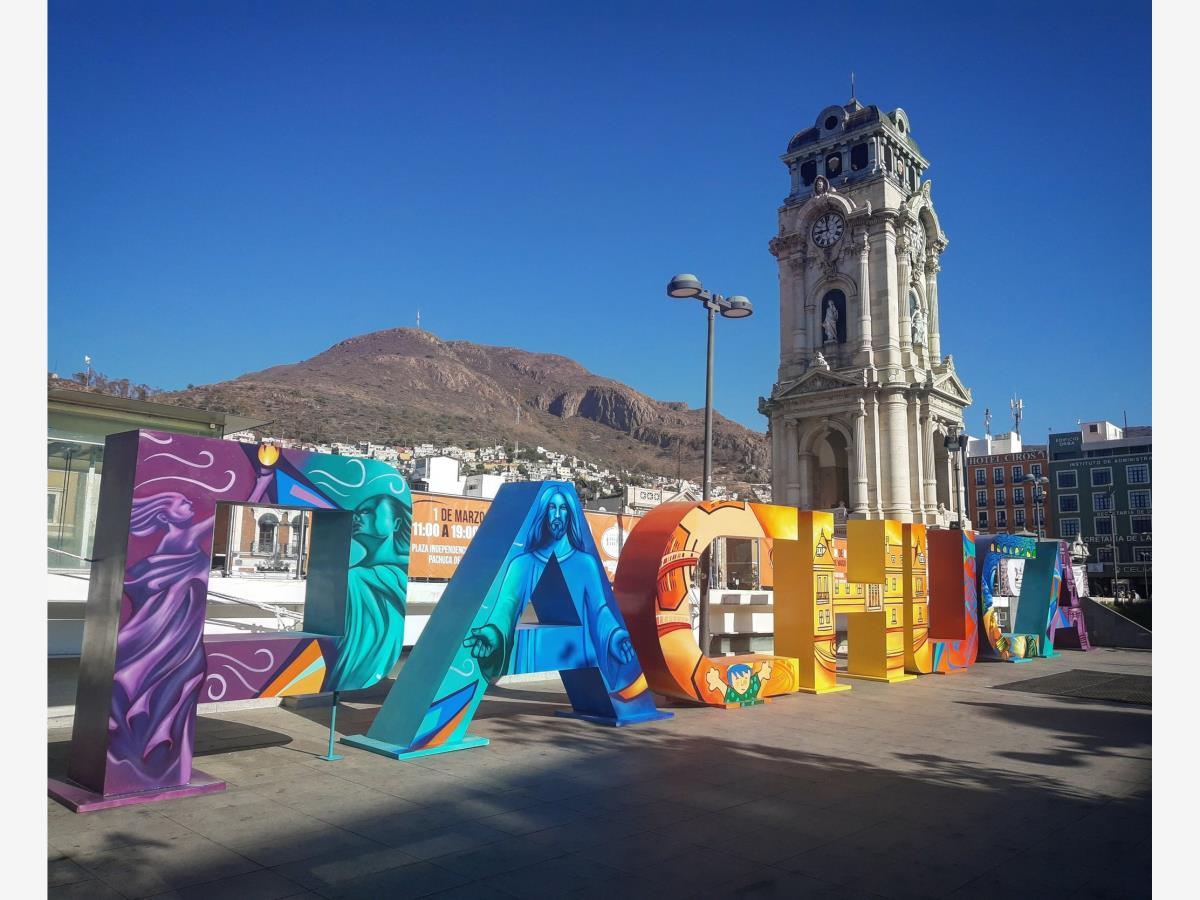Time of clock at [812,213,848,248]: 8:58
